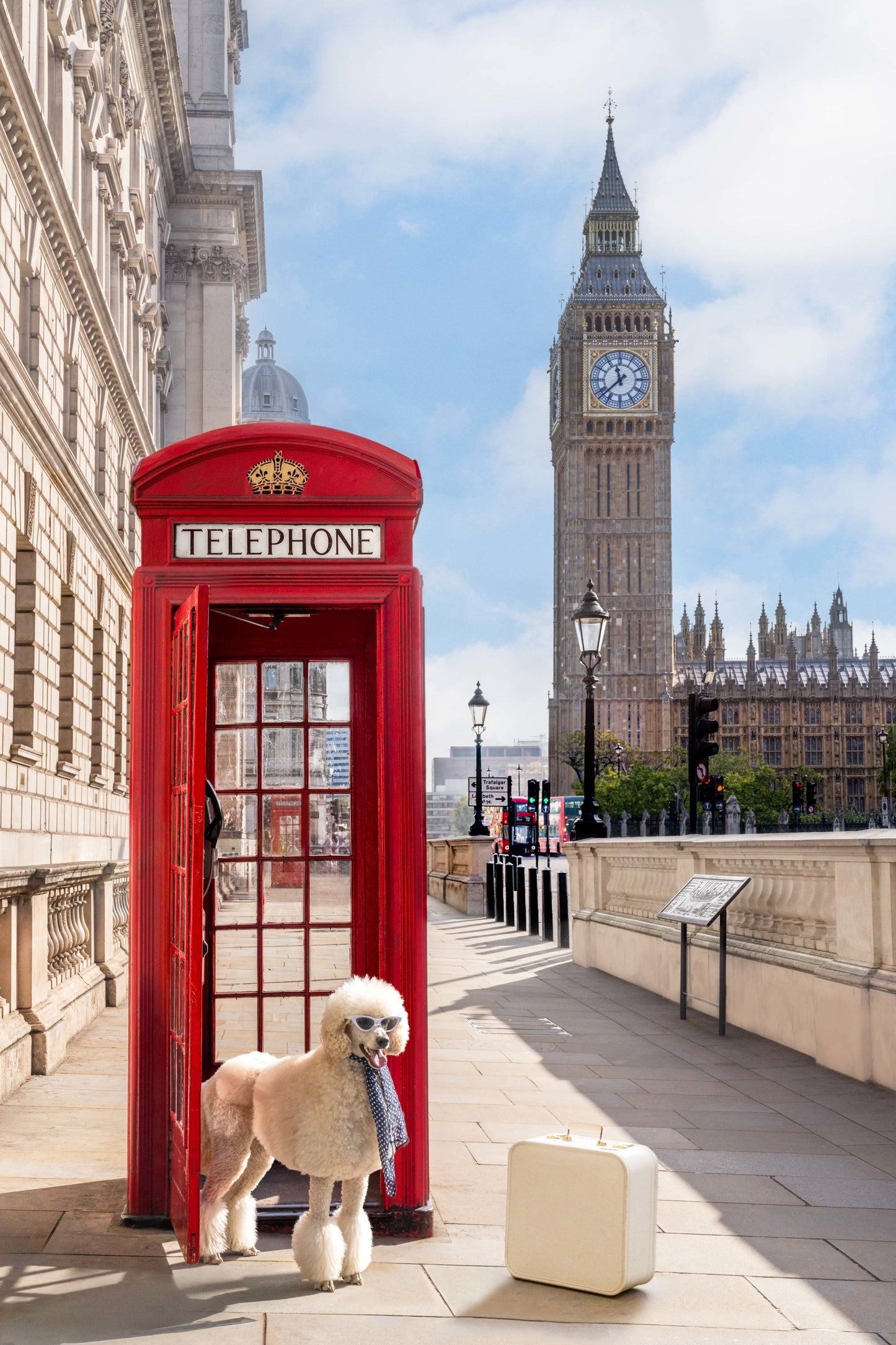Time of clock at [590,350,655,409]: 11:37
